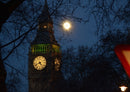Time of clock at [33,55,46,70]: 4:41
